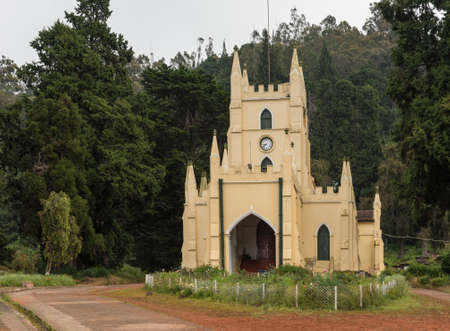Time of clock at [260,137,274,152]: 8:38
